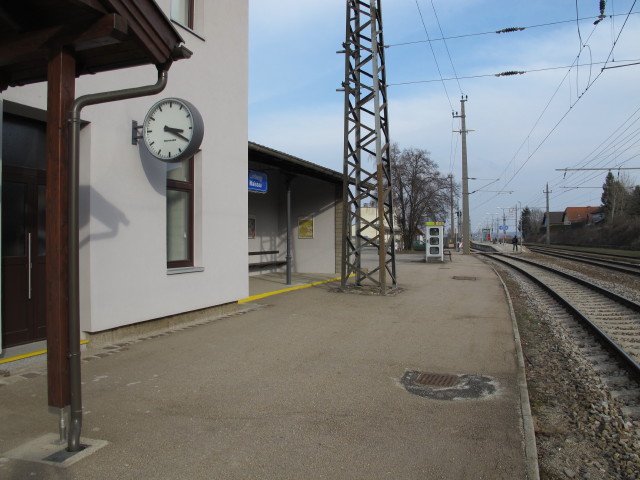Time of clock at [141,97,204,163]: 3:19
